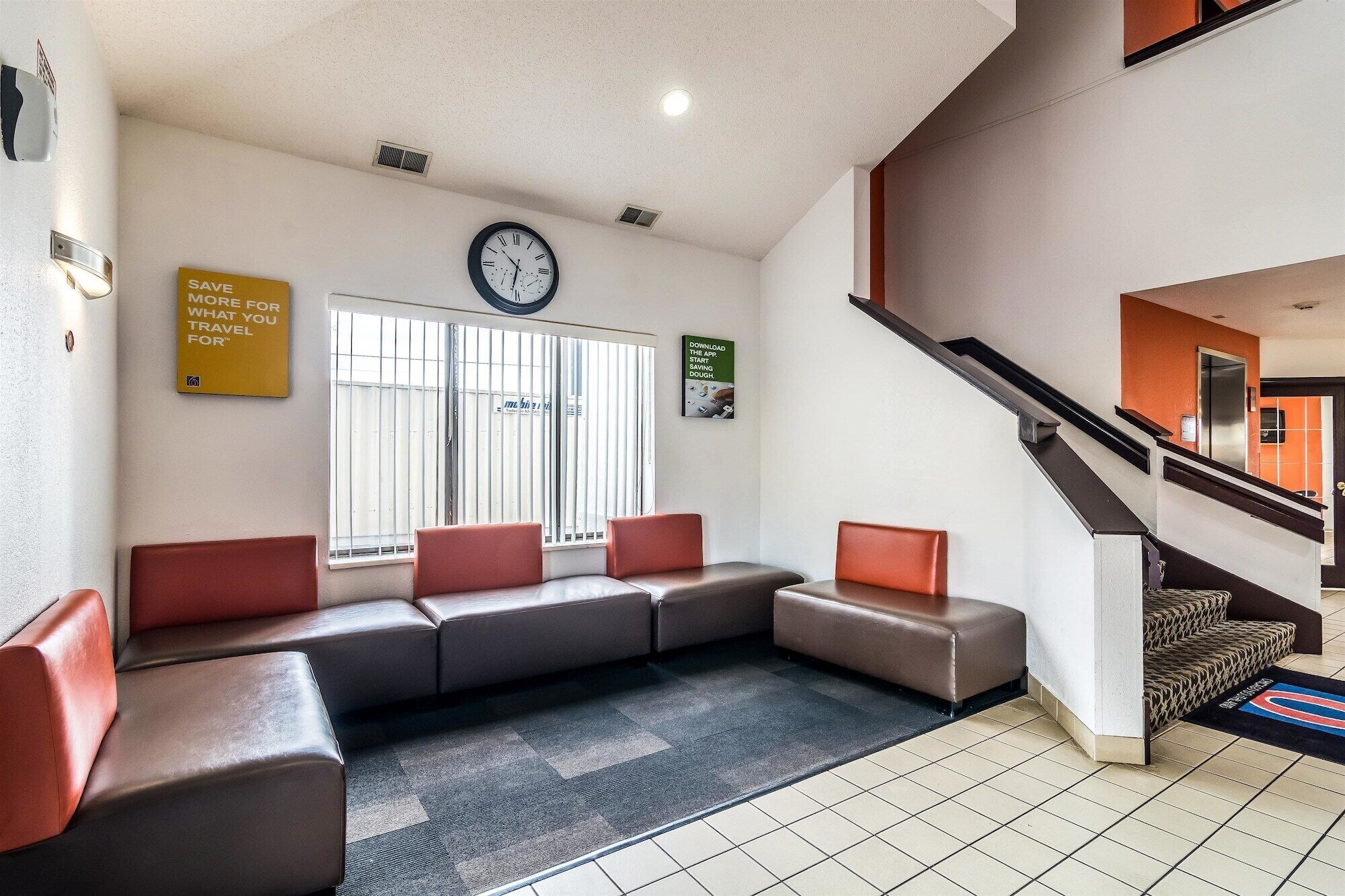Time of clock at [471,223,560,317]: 10:31
